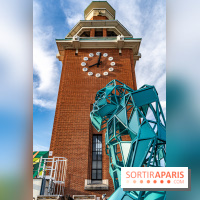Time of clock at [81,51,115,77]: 8:01
